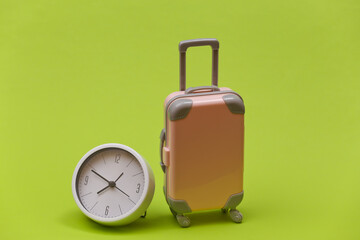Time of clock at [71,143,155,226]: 7:49
